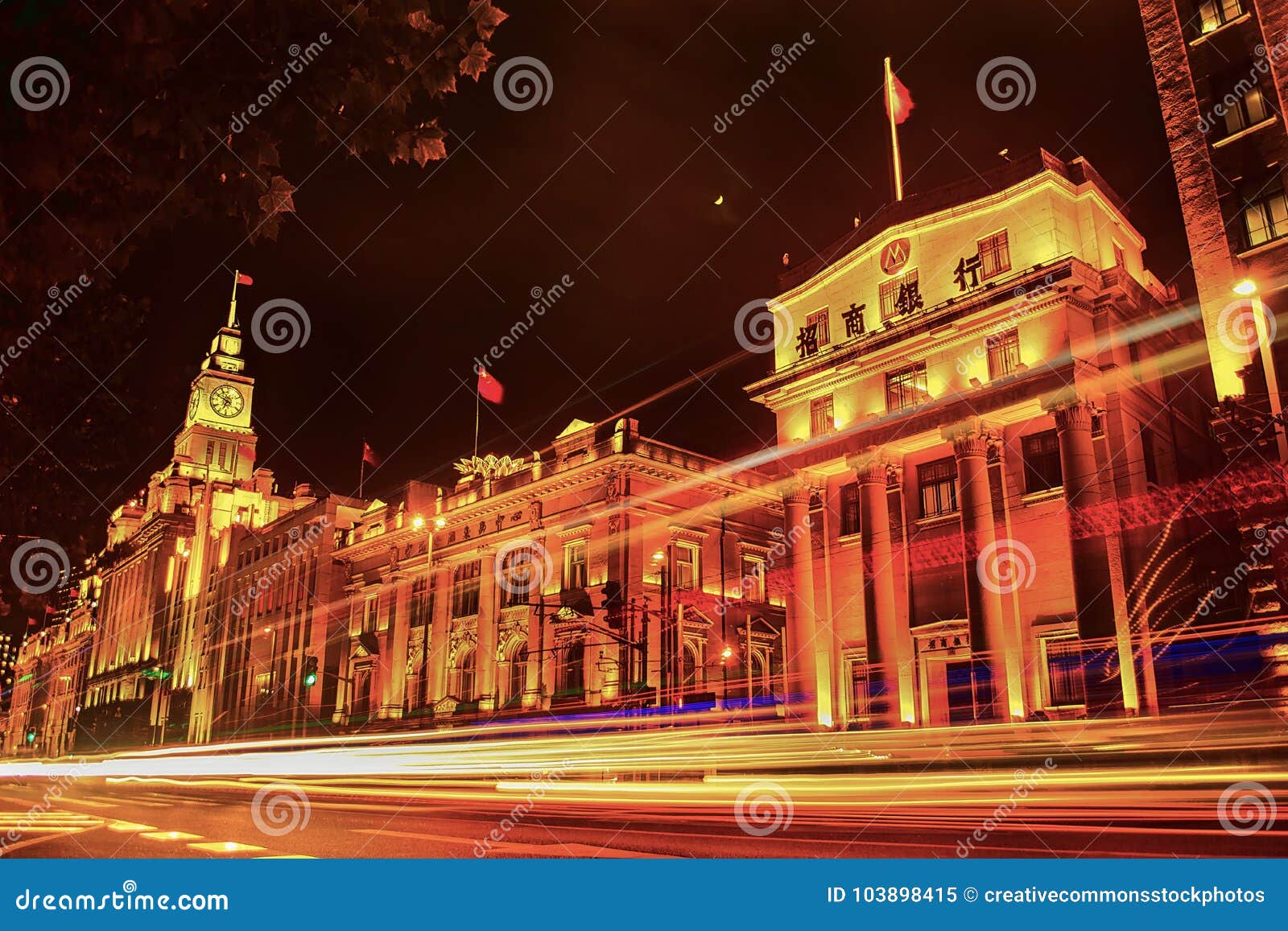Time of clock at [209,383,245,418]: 6:48
